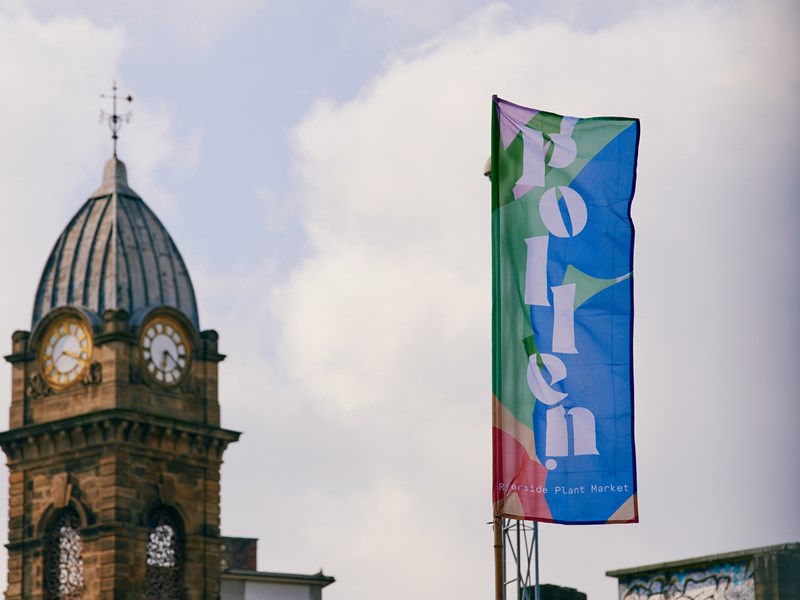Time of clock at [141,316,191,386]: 6:20
